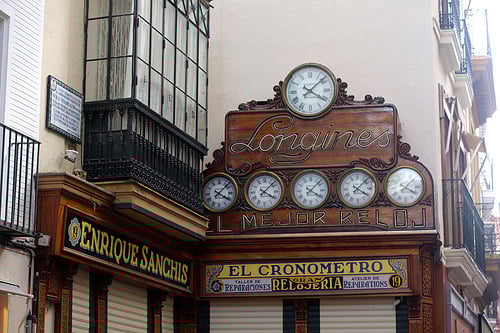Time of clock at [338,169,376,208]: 4:07
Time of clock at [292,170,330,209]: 4:07
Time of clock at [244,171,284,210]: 4:07
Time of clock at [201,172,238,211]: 4:07
